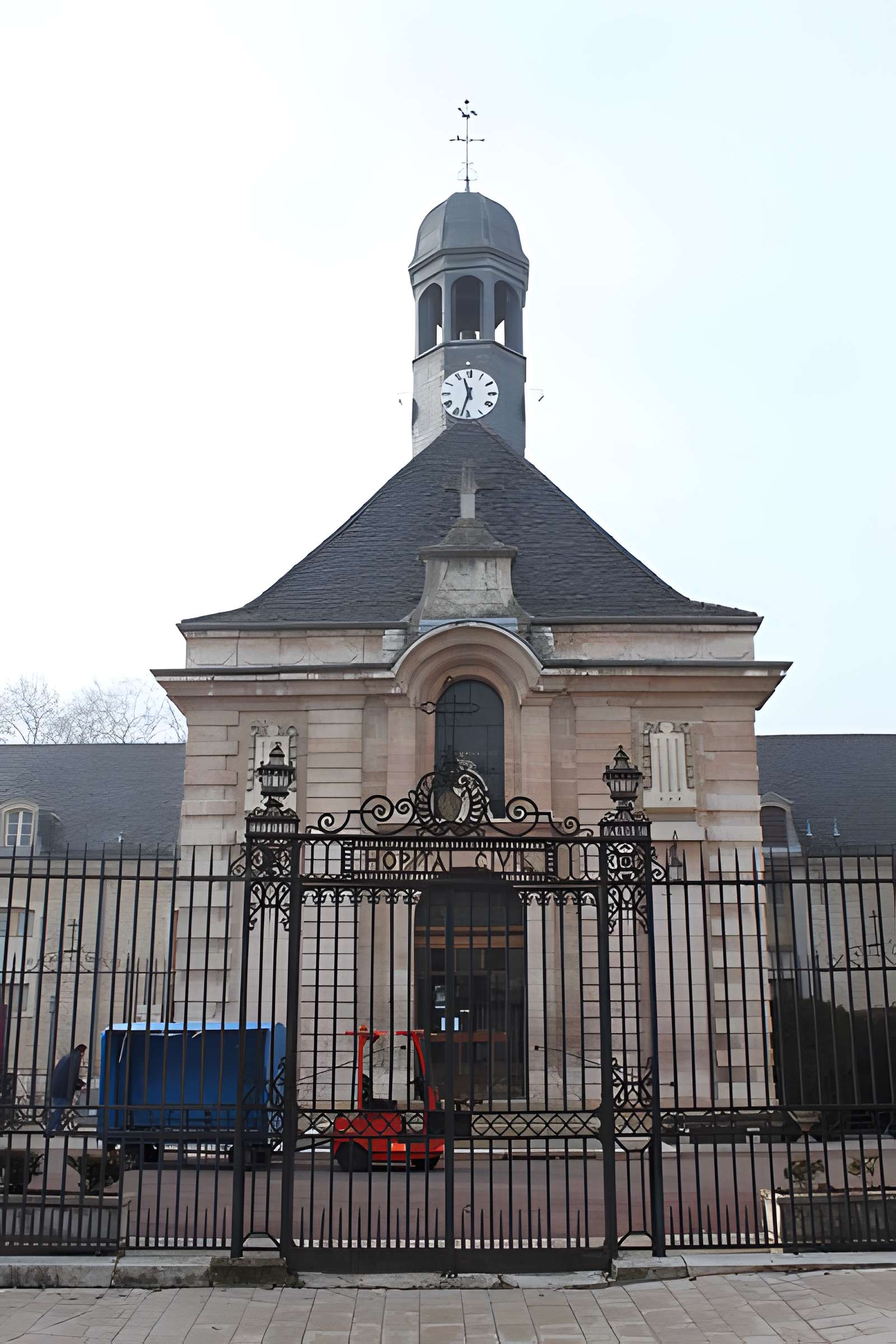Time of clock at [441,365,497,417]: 11:32
